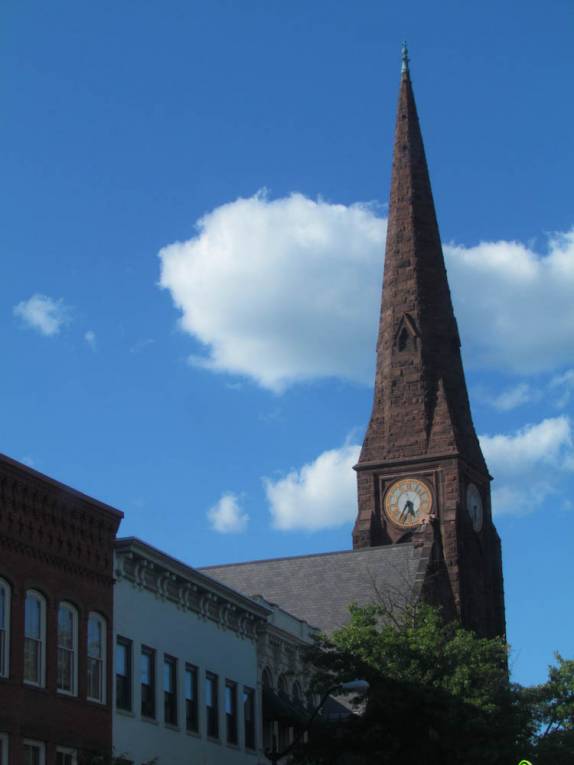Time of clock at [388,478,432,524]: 5:35
